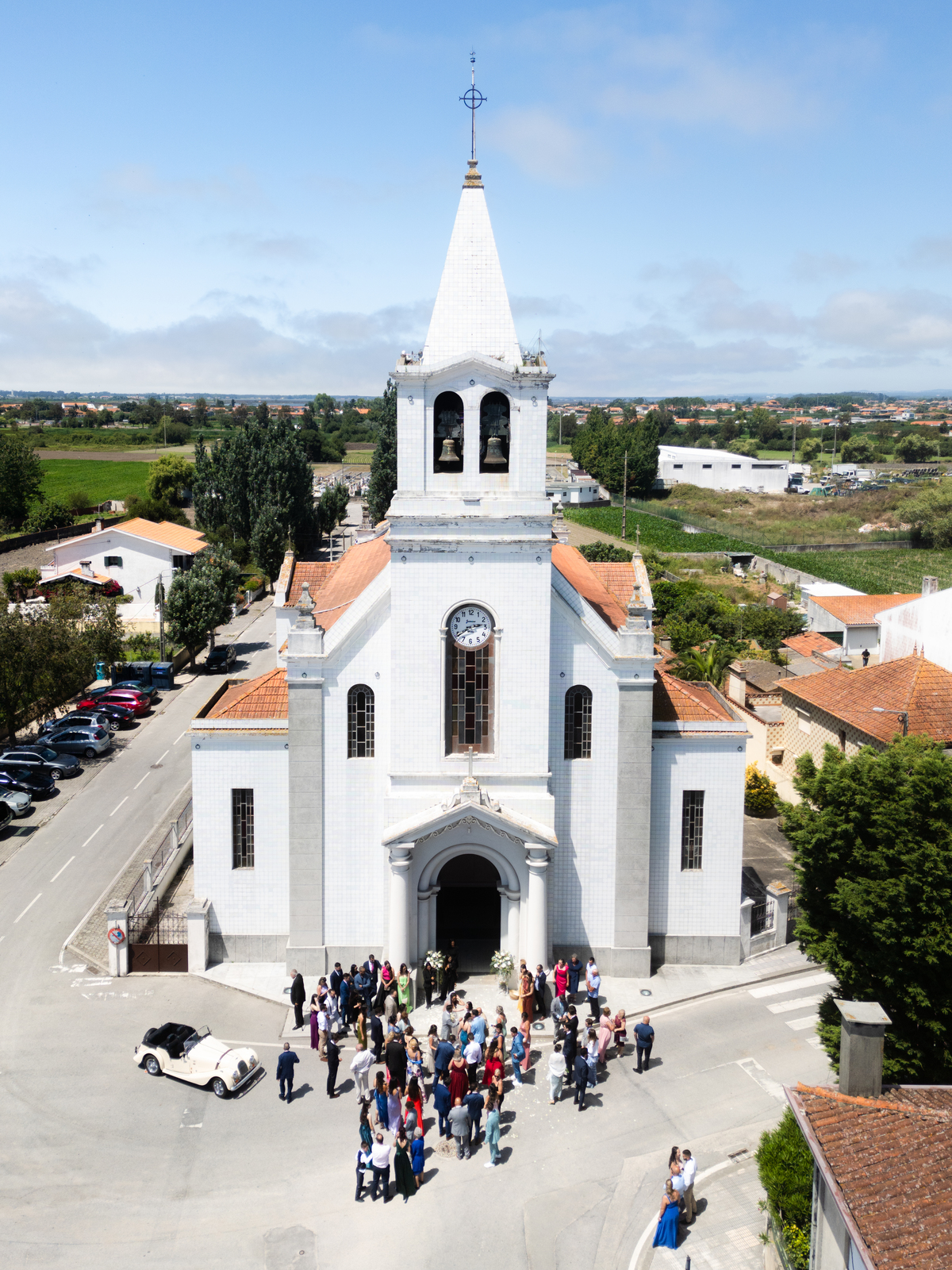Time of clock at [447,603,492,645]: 2:39
